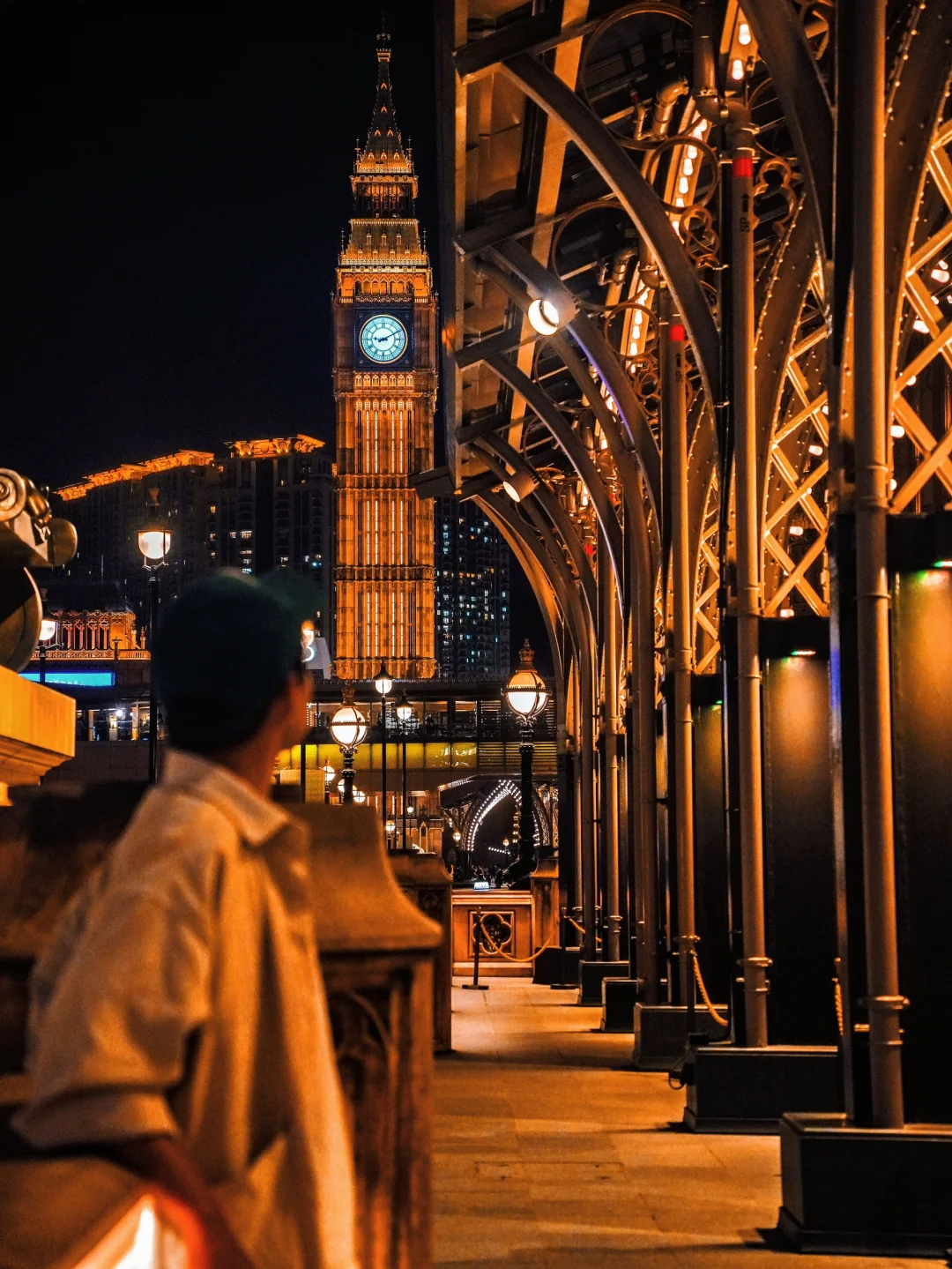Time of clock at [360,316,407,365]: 9:10
